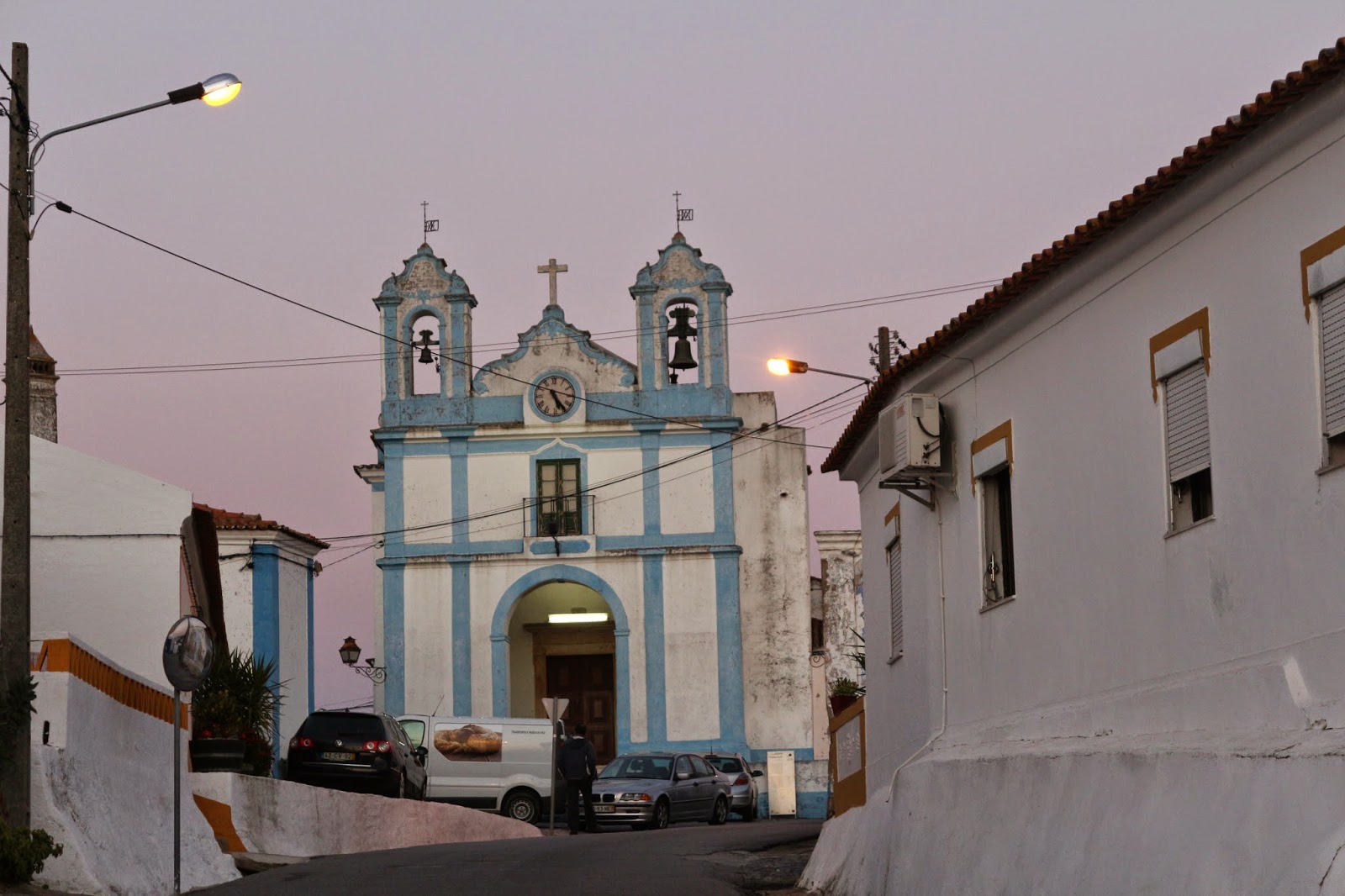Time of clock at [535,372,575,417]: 5:24
